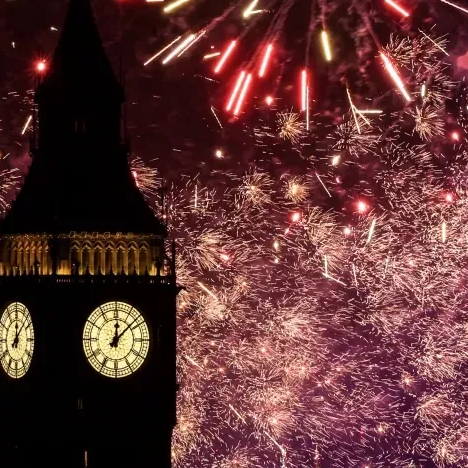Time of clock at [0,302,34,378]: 12:07
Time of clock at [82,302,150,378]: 12:07
